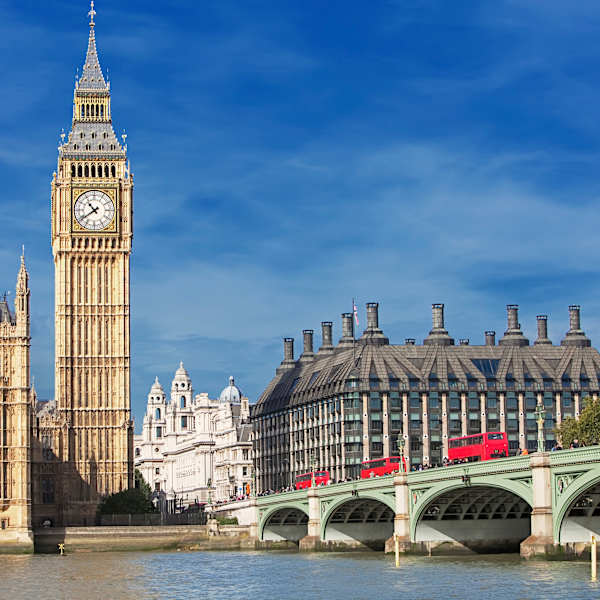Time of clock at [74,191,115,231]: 10:39
